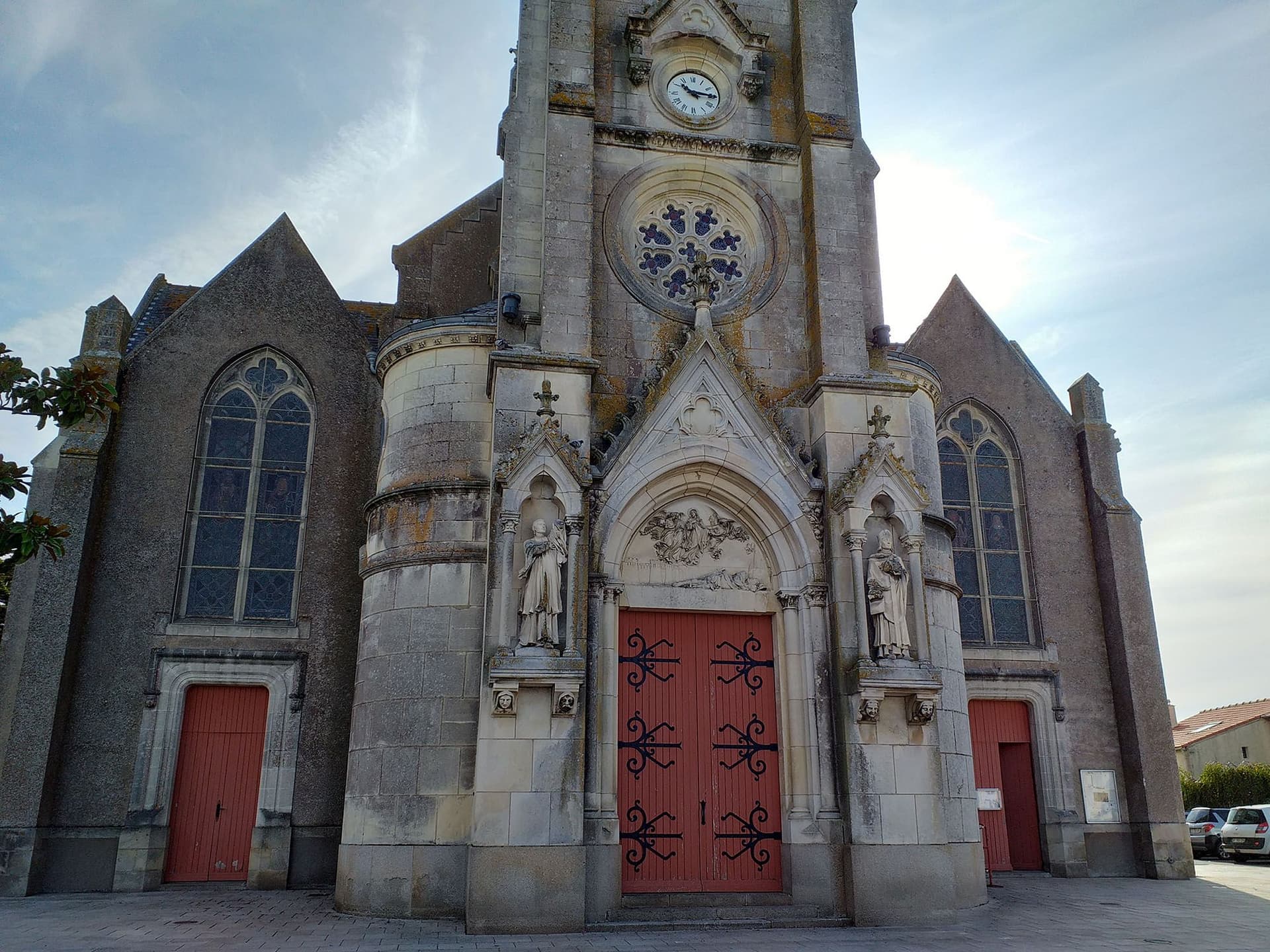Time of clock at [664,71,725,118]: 10:14
